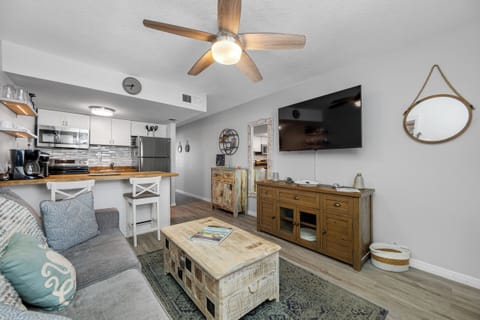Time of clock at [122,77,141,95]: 6:43
